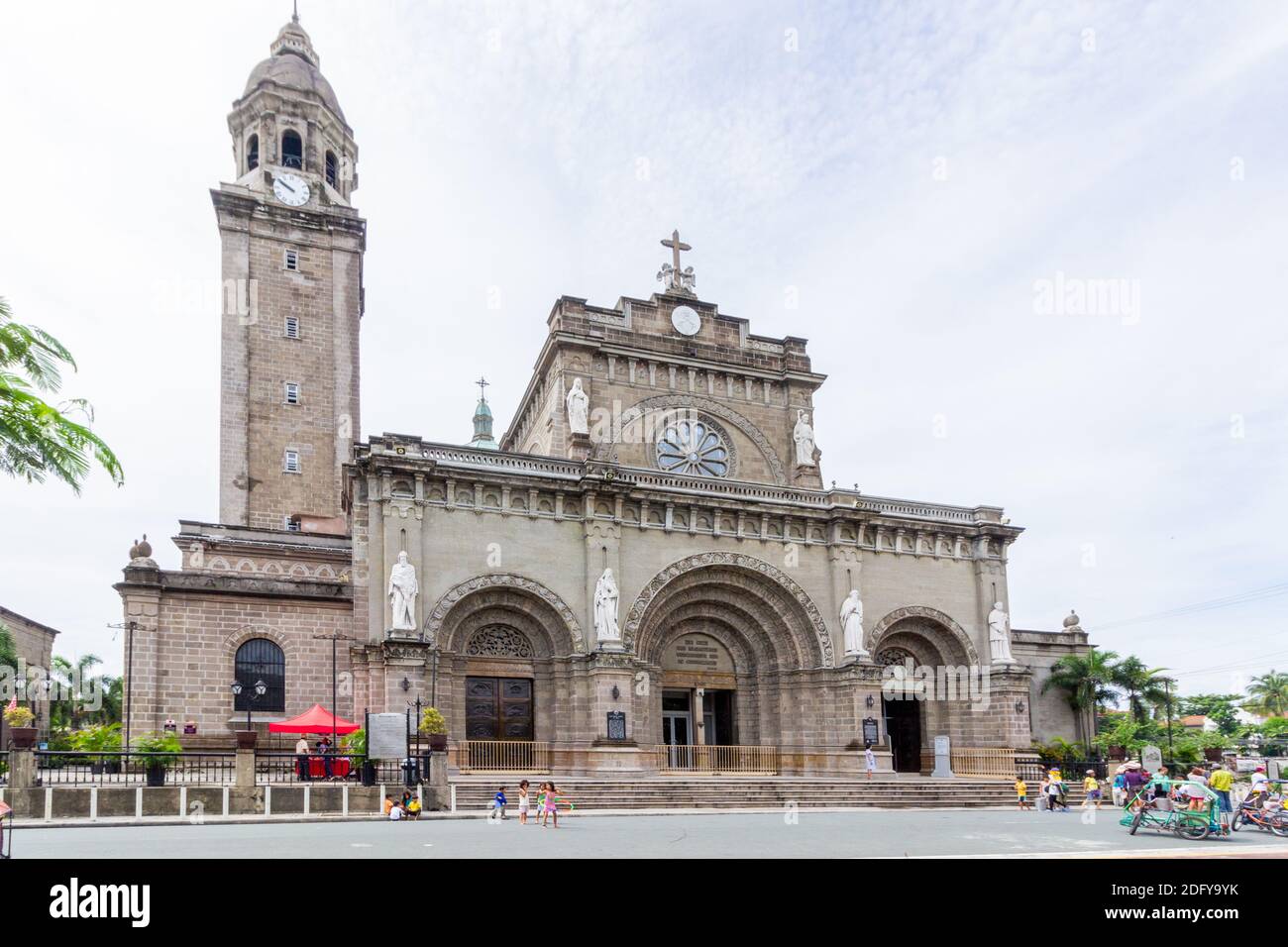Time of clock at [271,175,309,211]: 9:50
